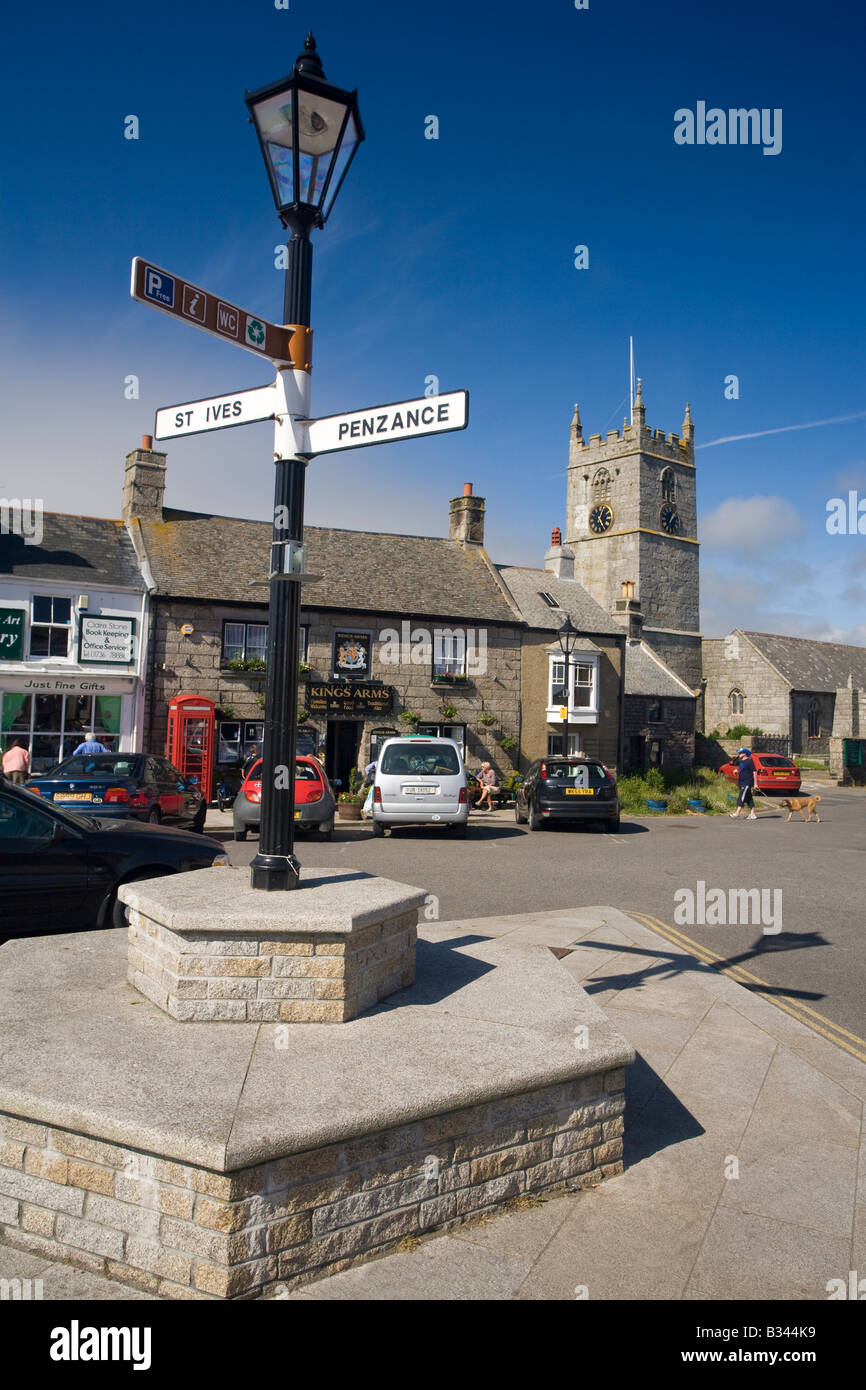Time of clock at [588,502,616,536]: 12:24
